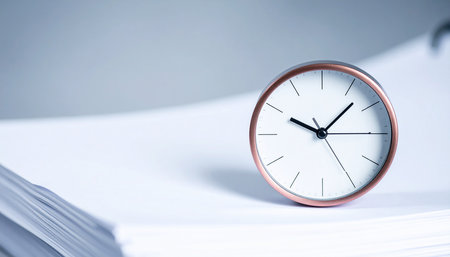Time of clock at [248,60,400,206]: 10:07
